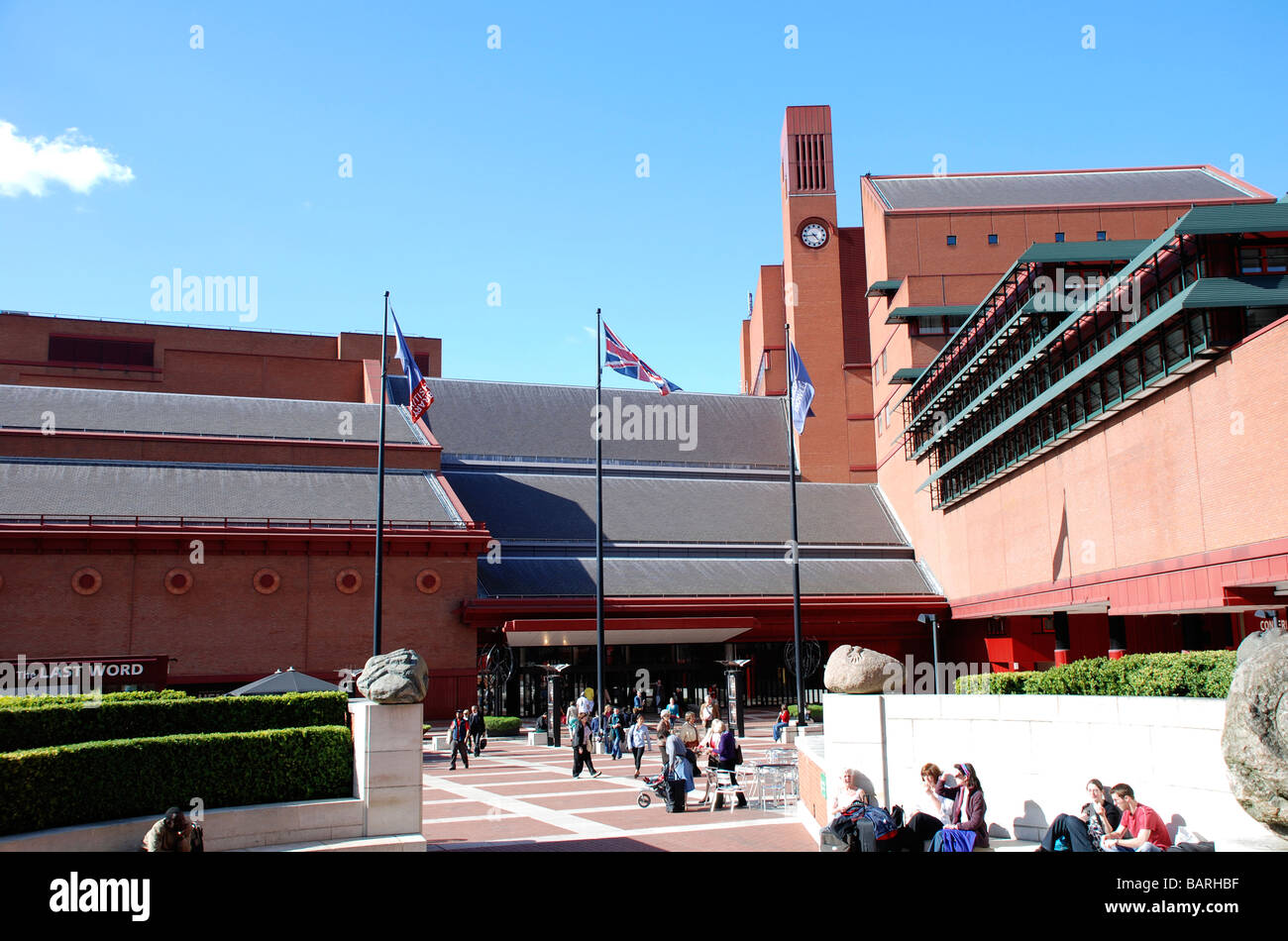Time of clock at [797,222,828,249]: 4:44
